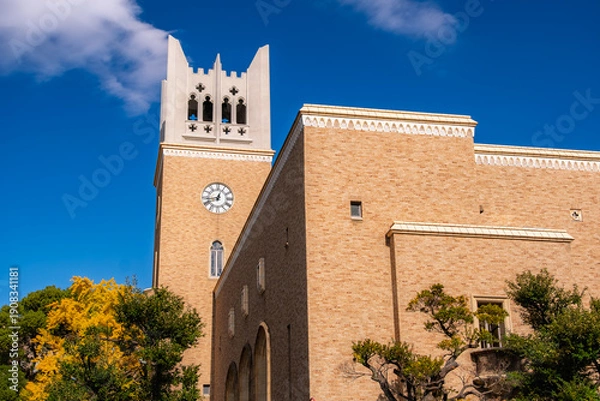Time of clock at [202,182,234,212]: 12:43
